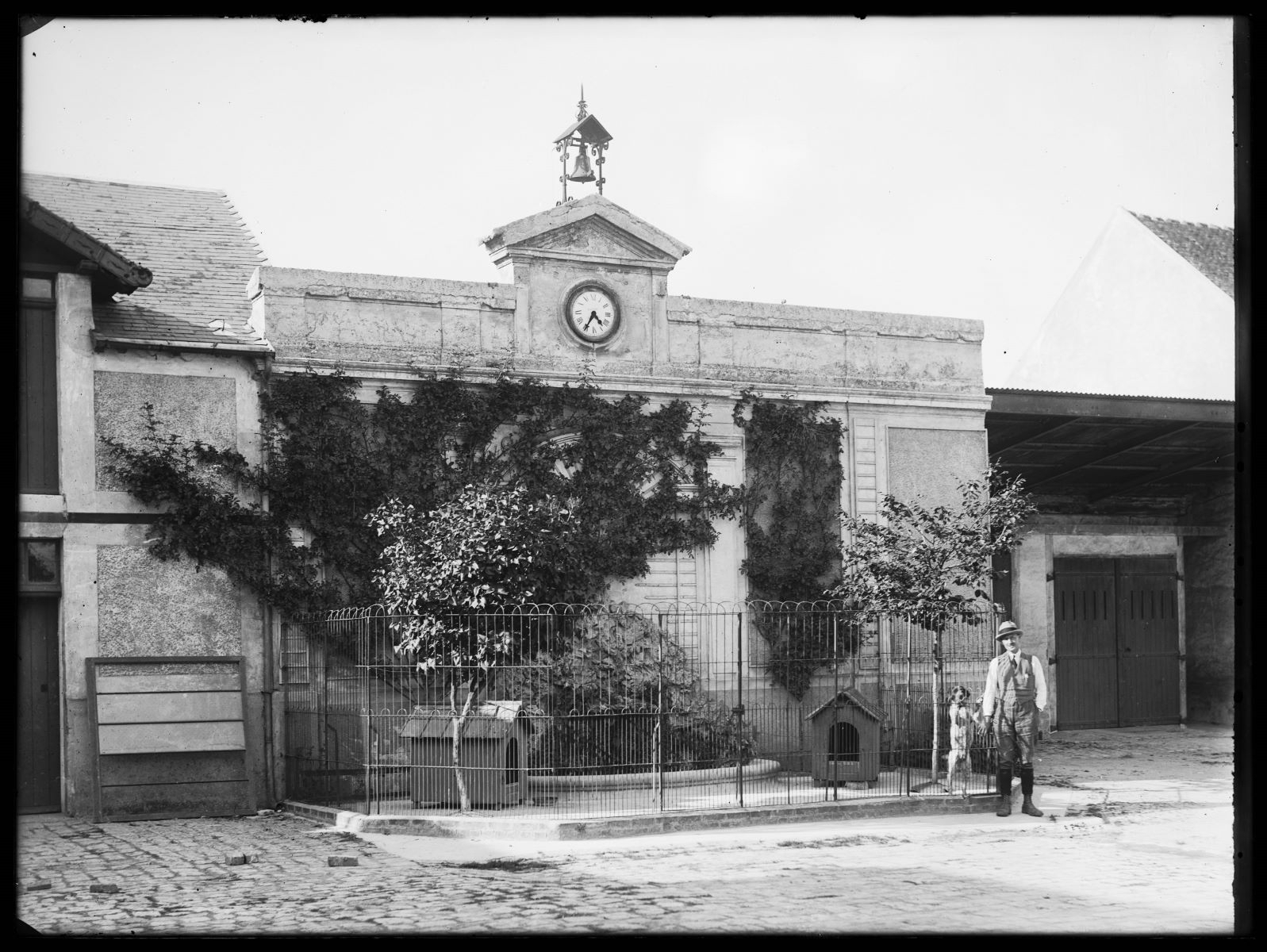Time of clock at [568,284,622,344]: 4:35
